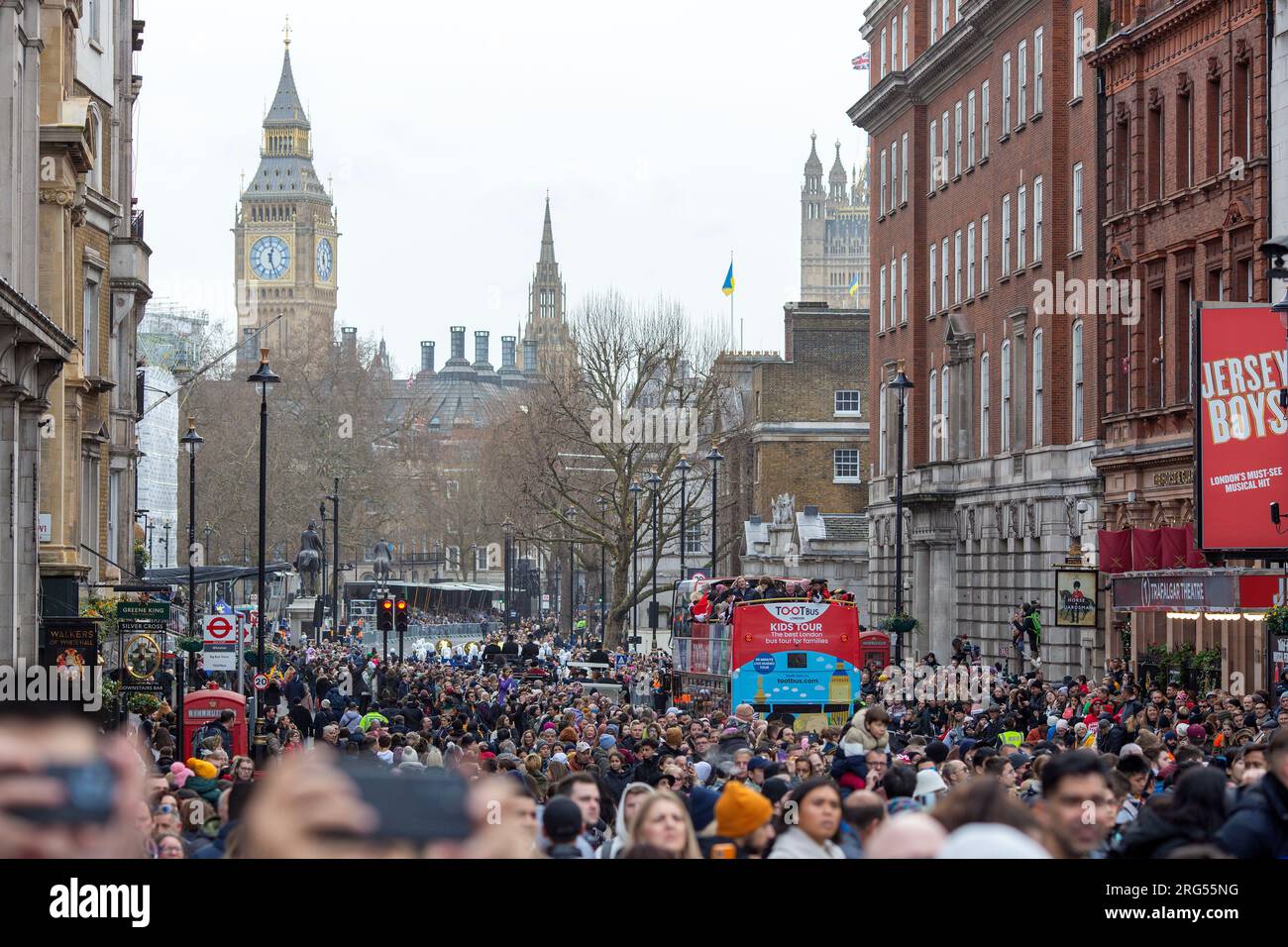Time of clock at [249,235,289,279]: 12:26
